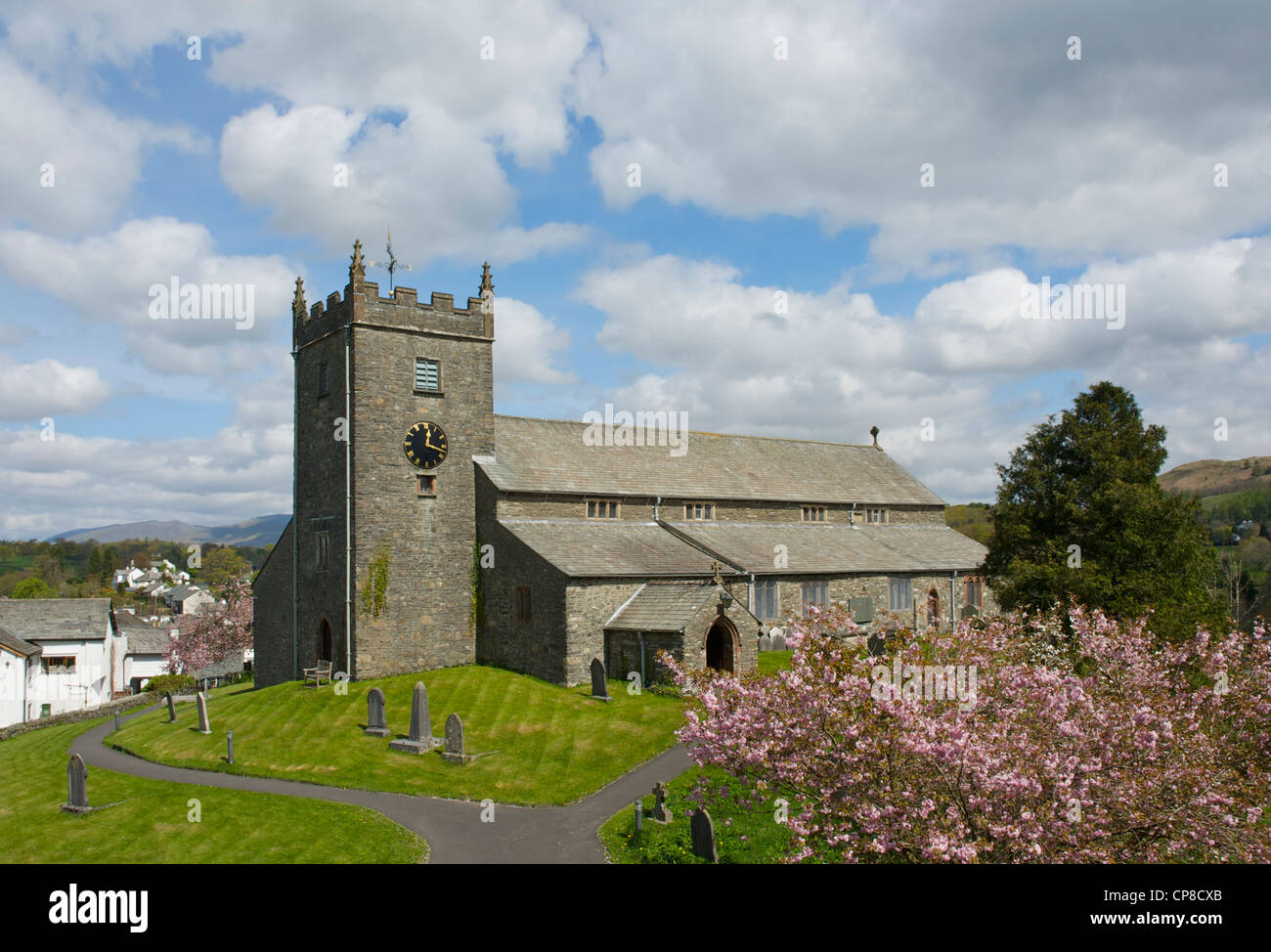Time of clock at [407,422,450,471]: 12:18
